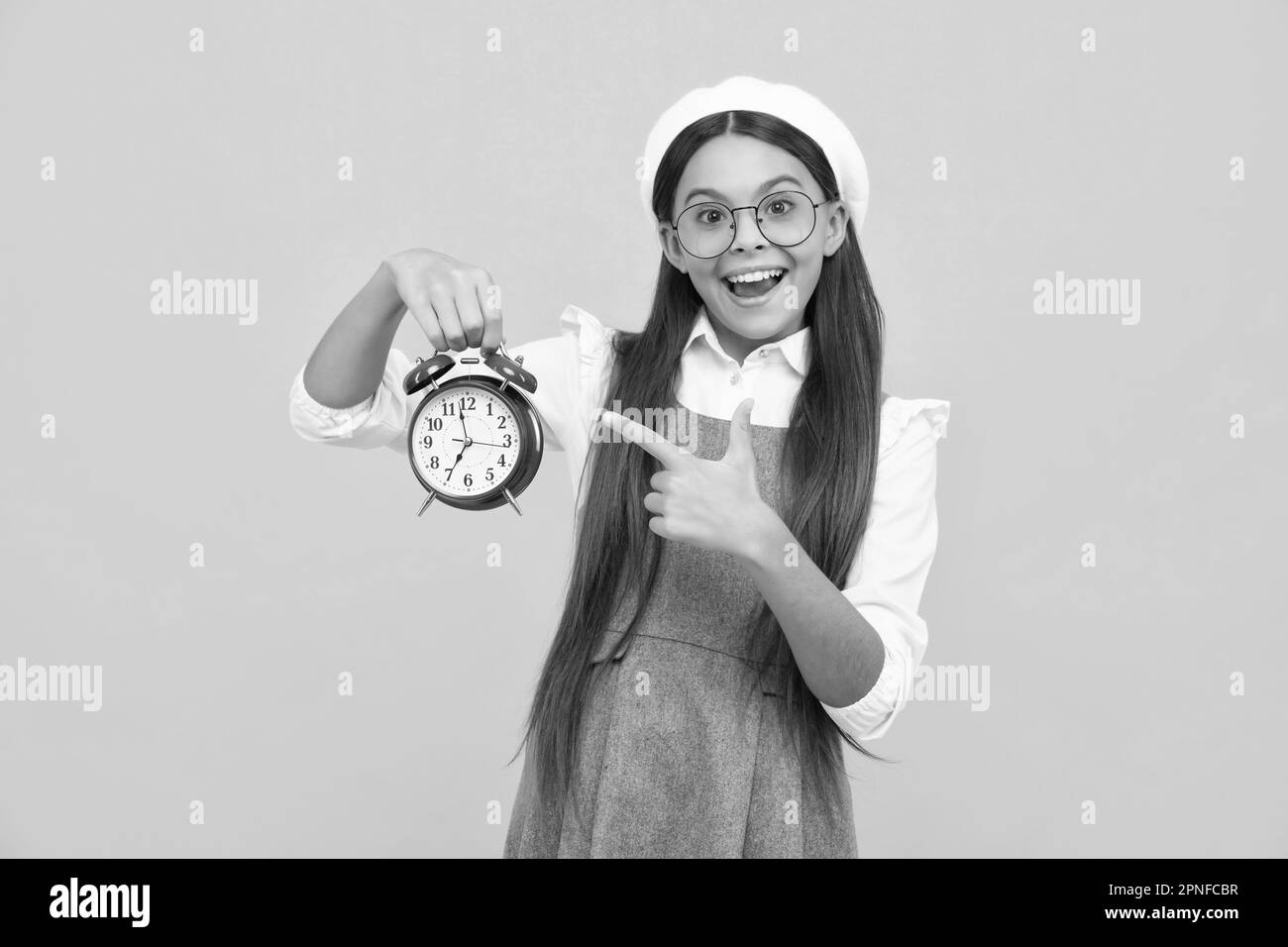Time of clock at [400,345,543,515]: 6:58
